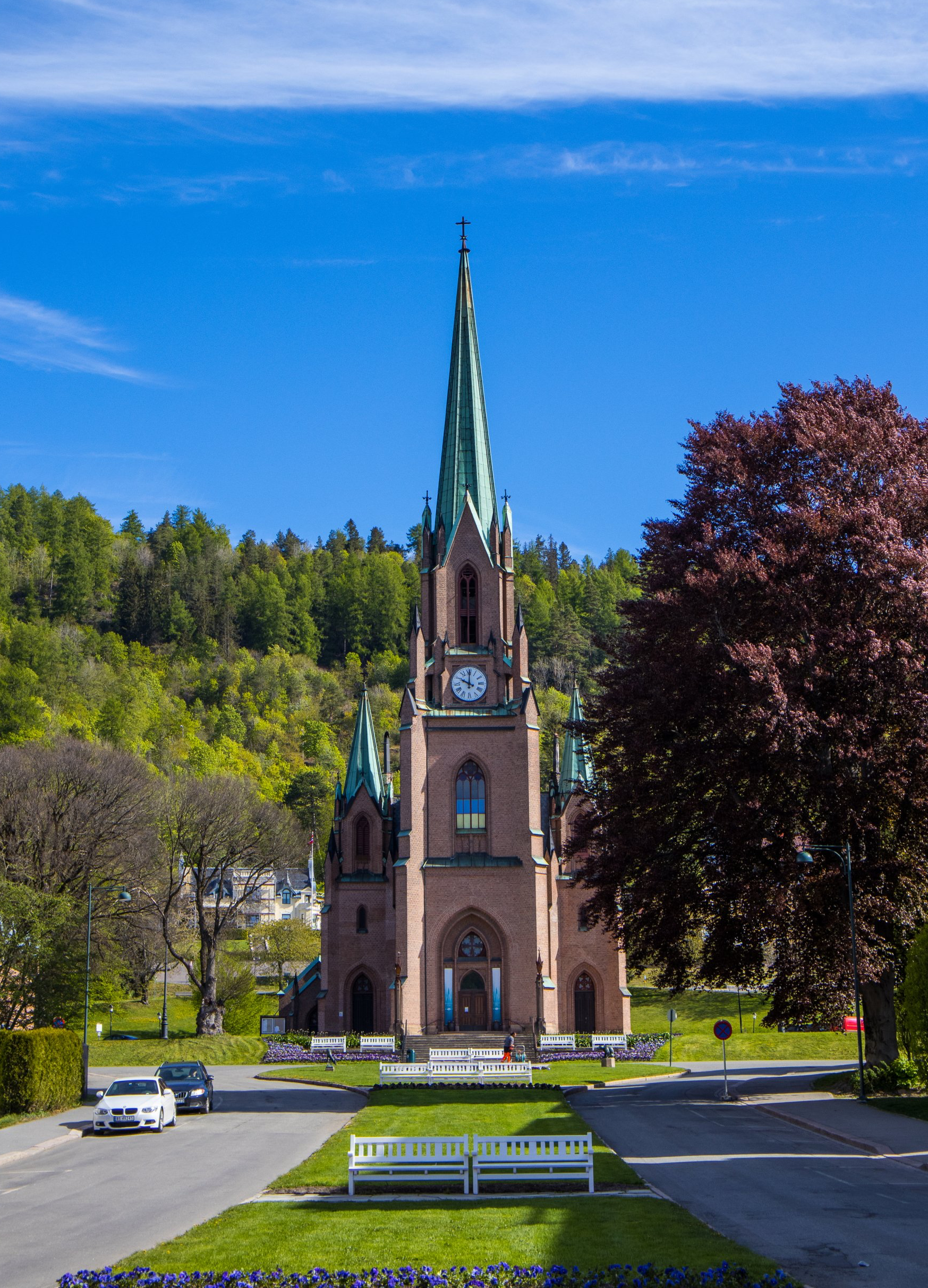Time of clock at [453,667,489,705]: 10:00
